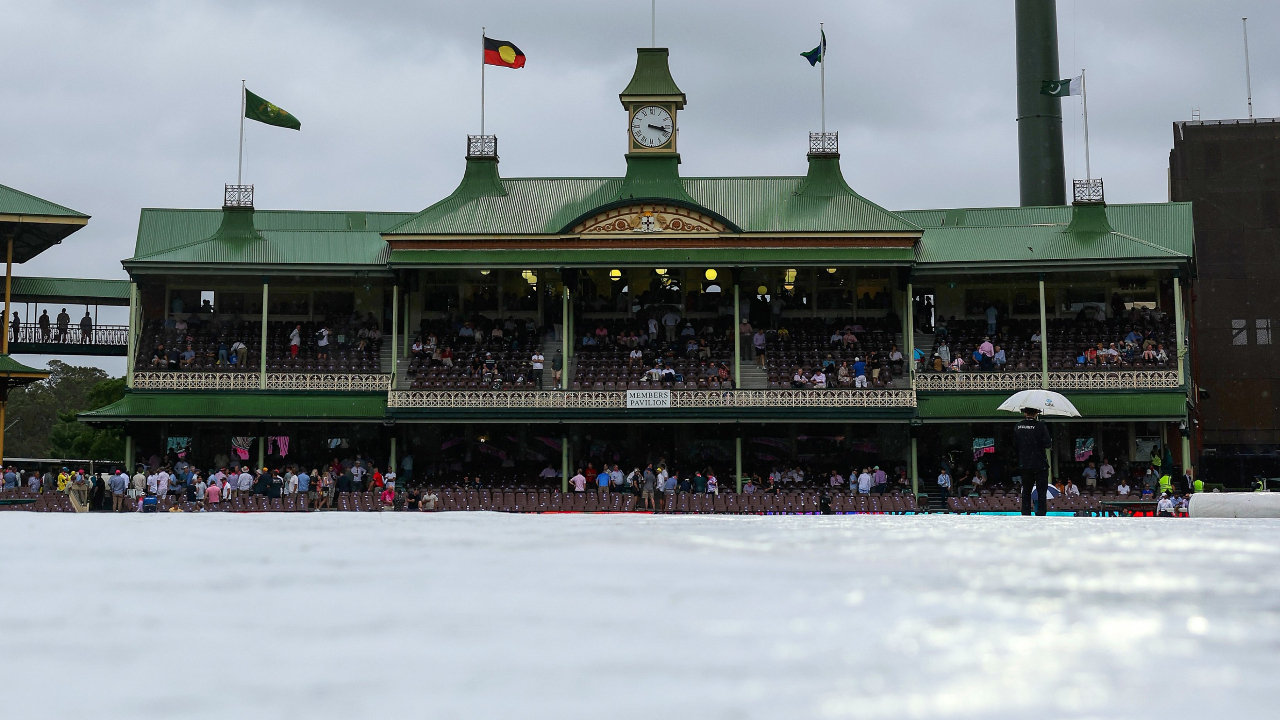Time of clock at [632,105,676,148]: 3:18
